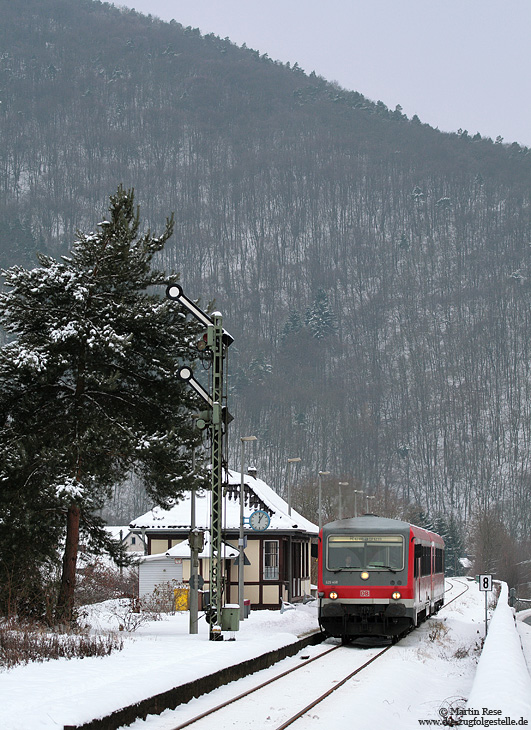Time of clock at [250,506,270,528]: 12:05
